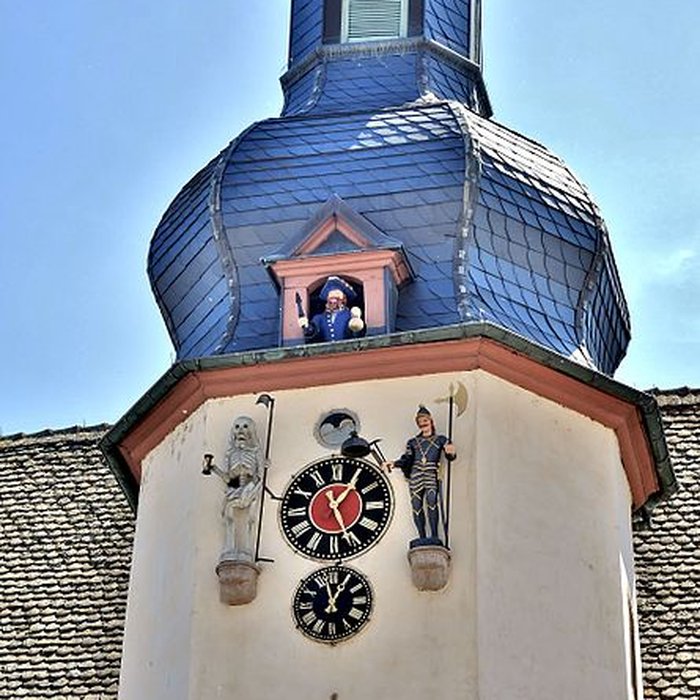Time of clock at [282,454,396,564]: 1:26
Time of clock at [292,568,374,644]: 12:57
